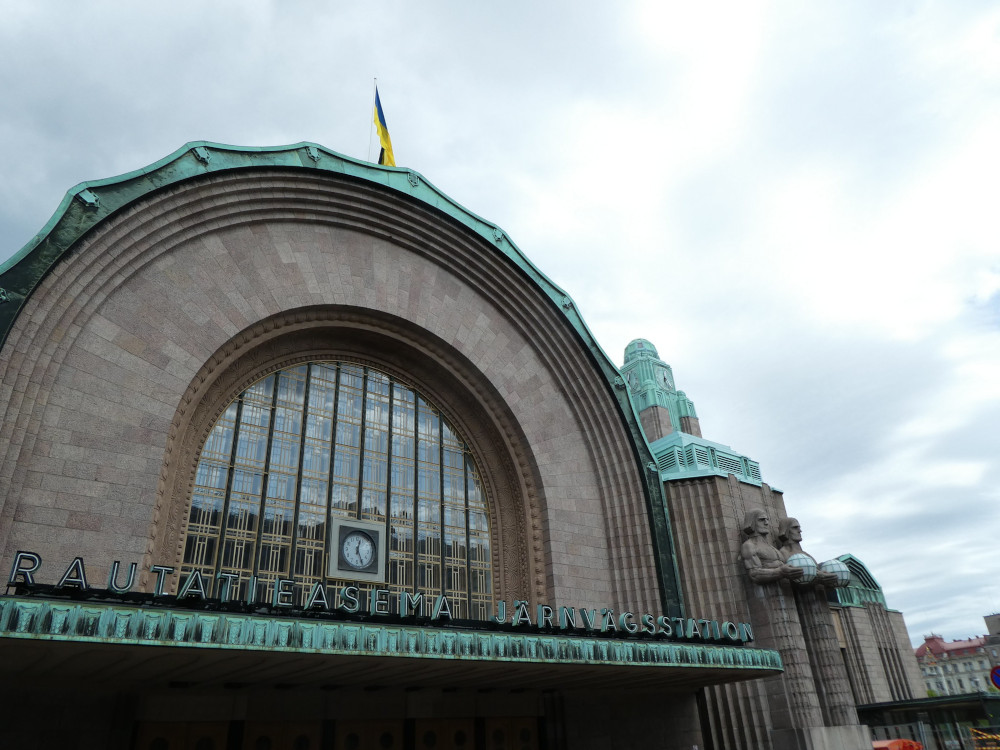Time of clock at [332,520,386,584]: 12:26
